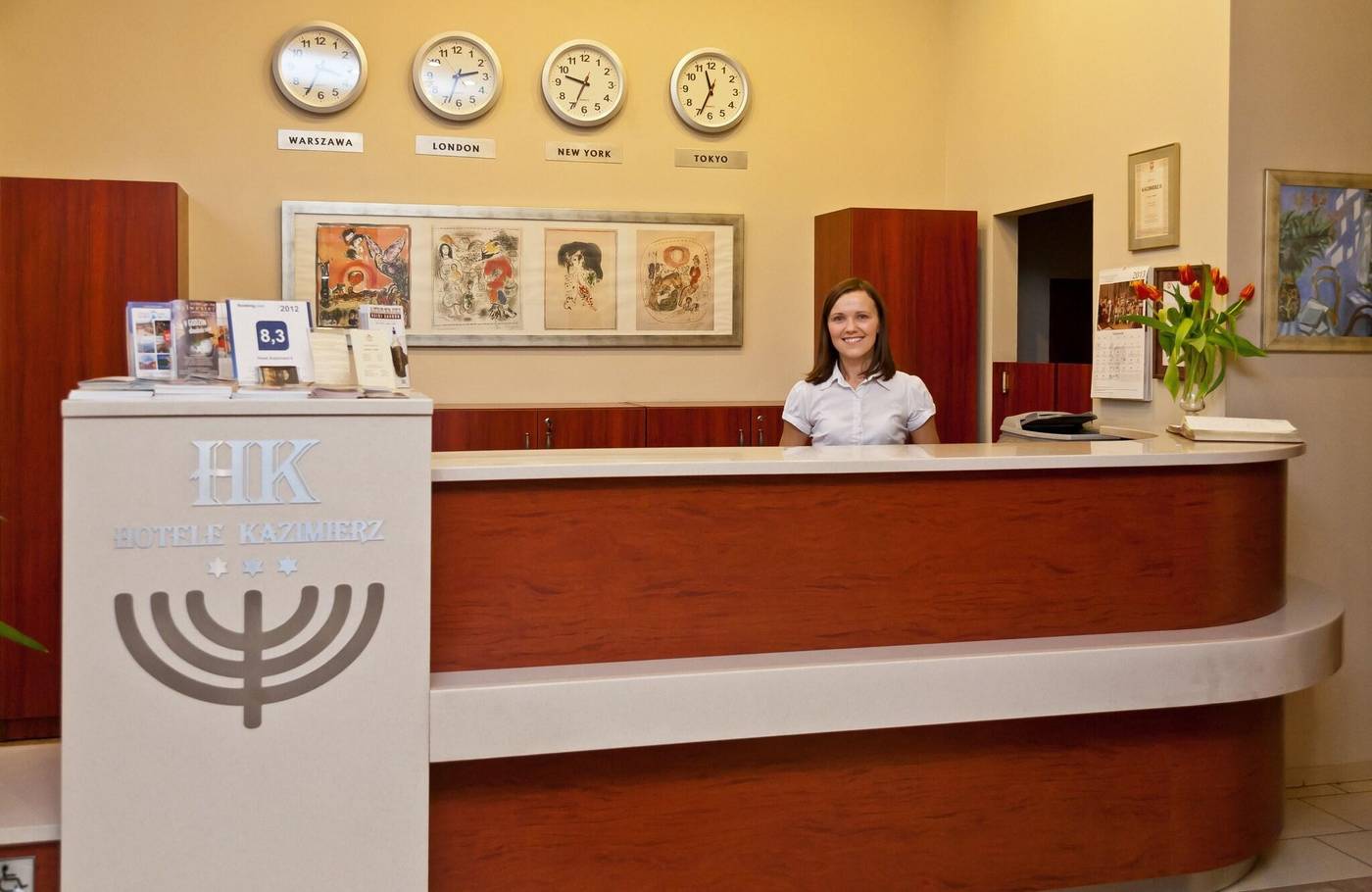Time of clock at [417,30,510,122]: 2:33
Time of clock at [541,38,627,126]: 9:34
